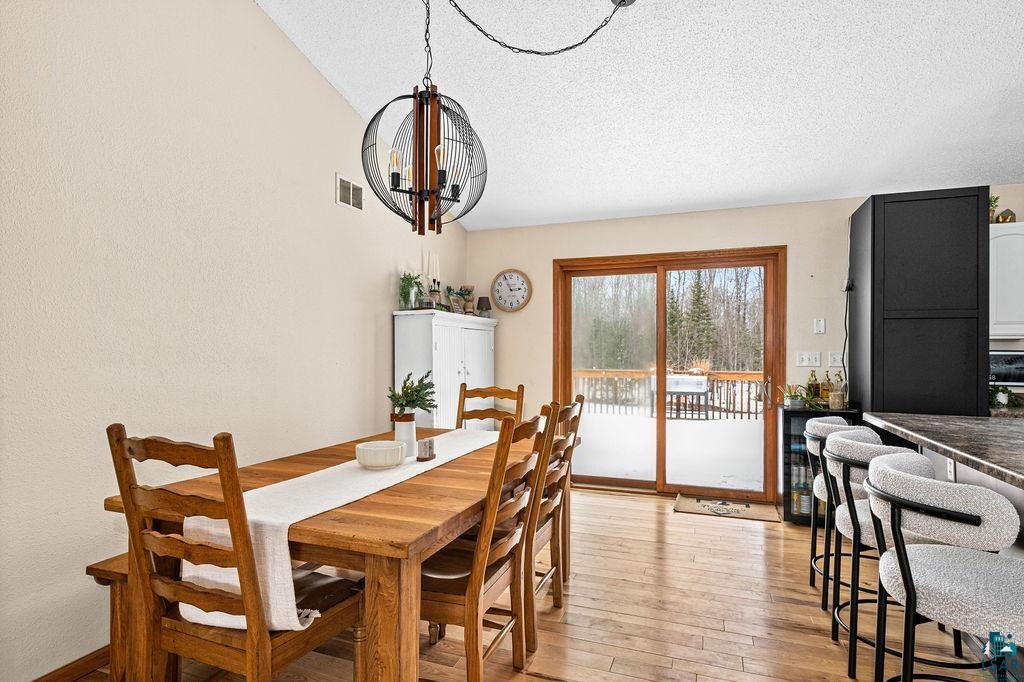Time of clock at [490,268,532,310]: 2:56
